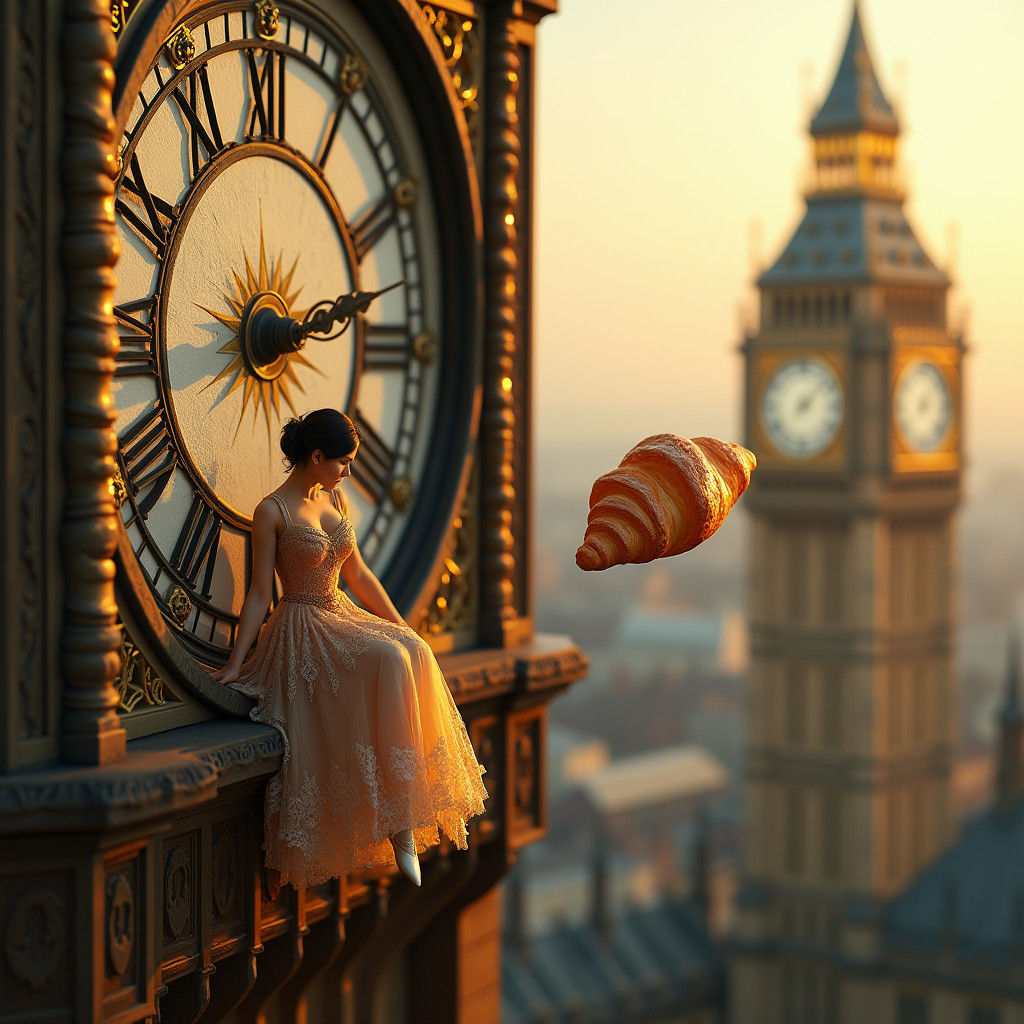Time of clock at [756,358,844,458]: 8:07
